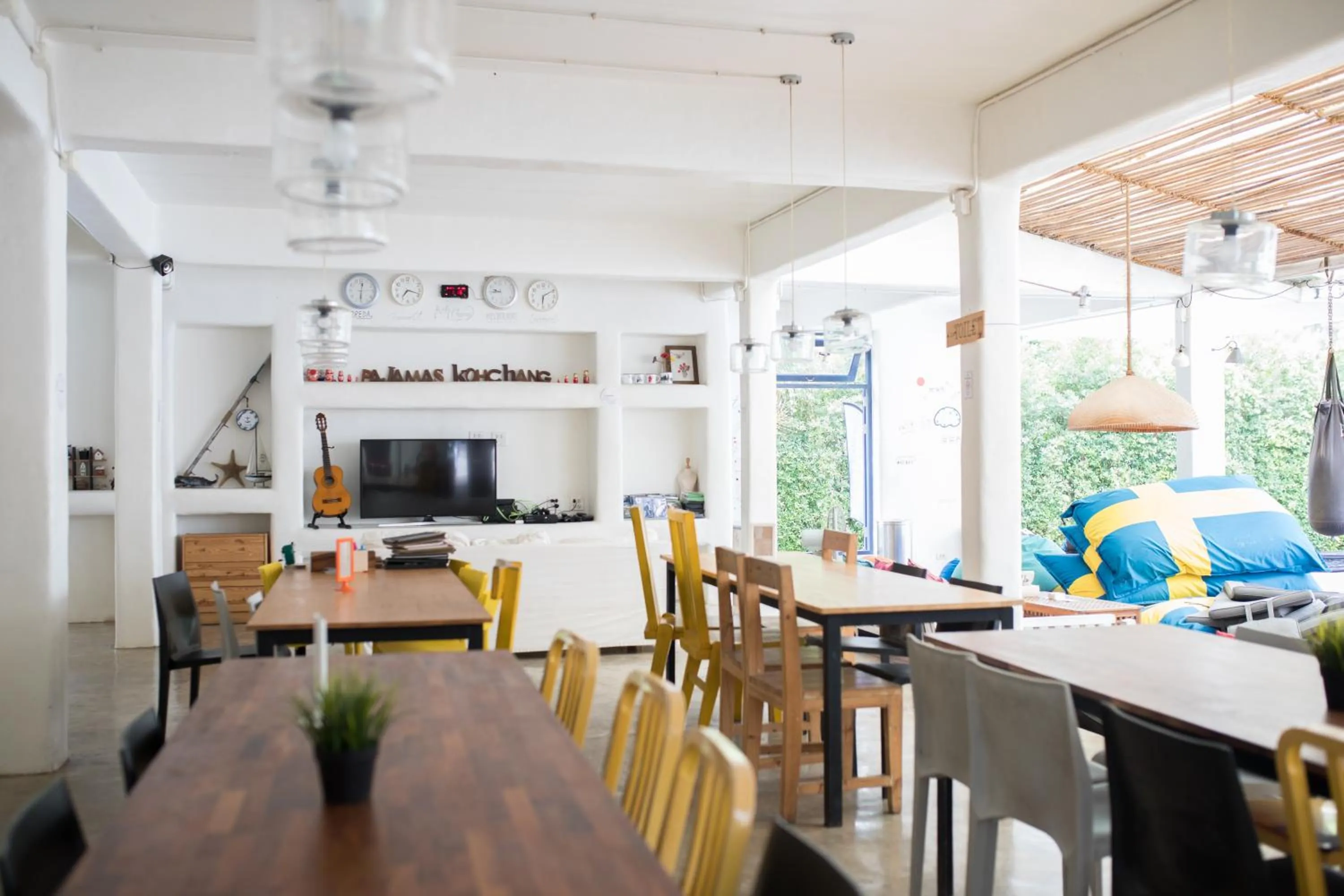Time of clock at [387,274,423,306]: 7:18
